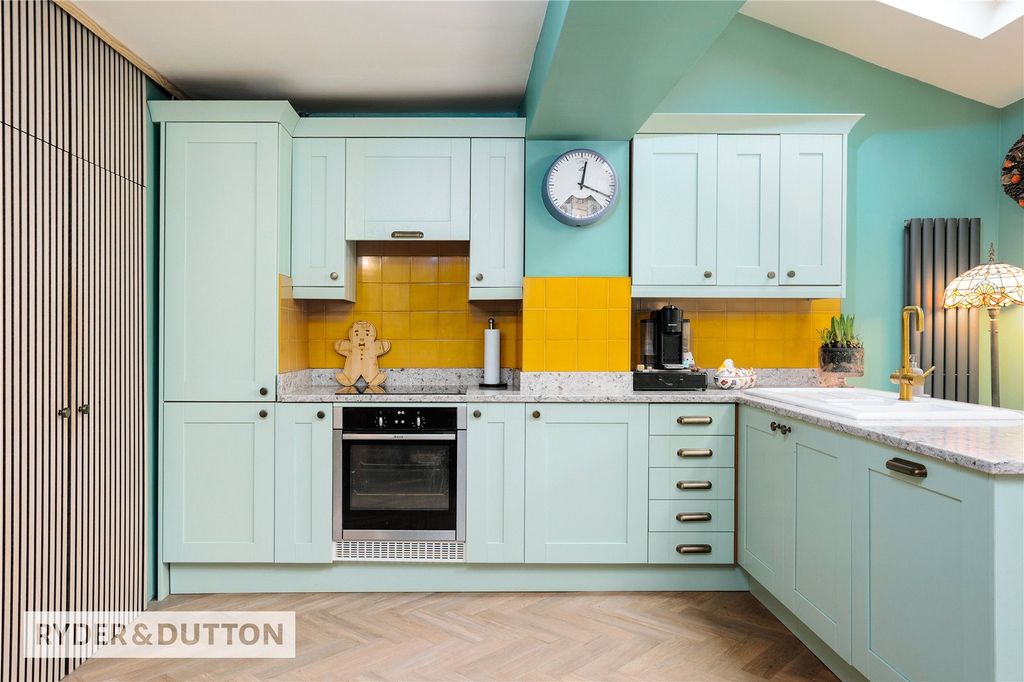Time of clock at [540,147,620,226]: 12:18
